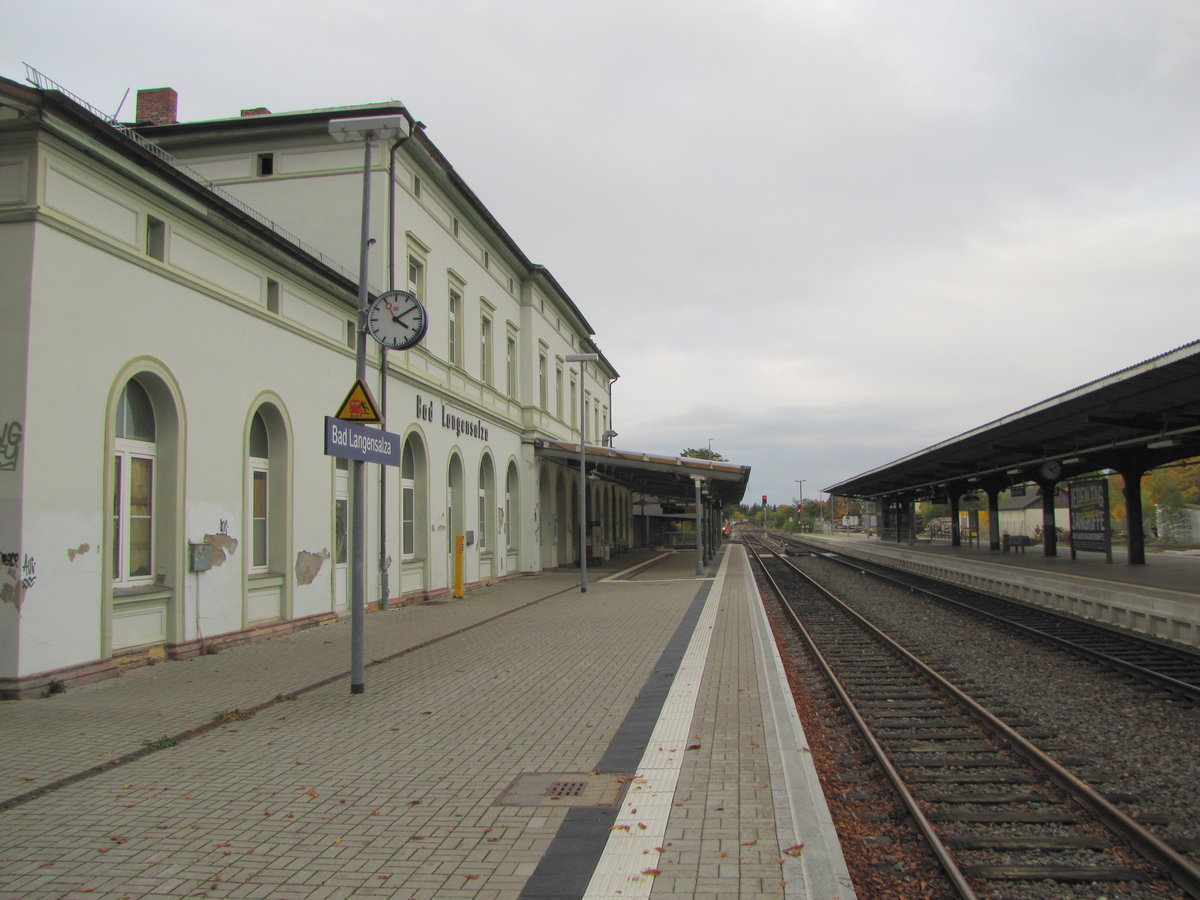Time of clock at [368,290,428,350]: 4:09
